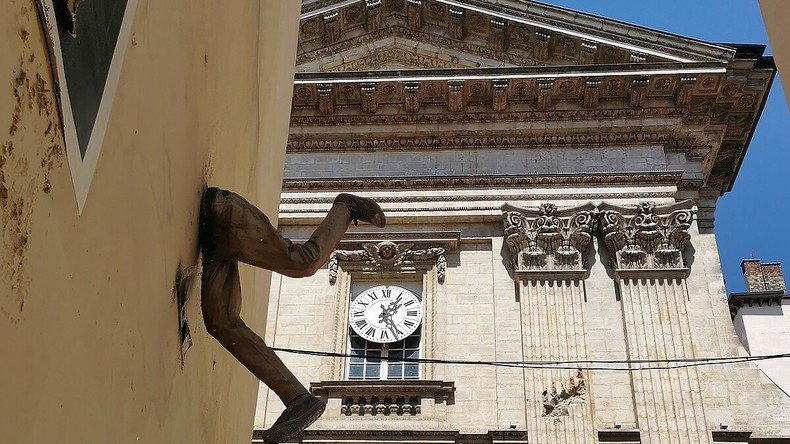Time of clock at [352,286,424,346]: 1:26
